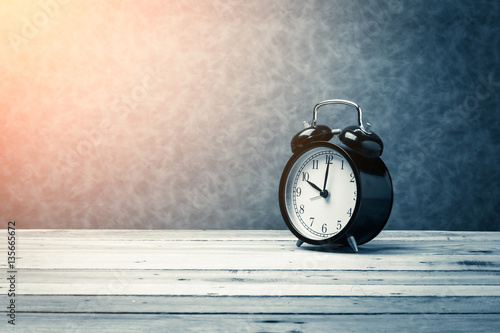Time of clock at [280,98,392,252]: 10:00
